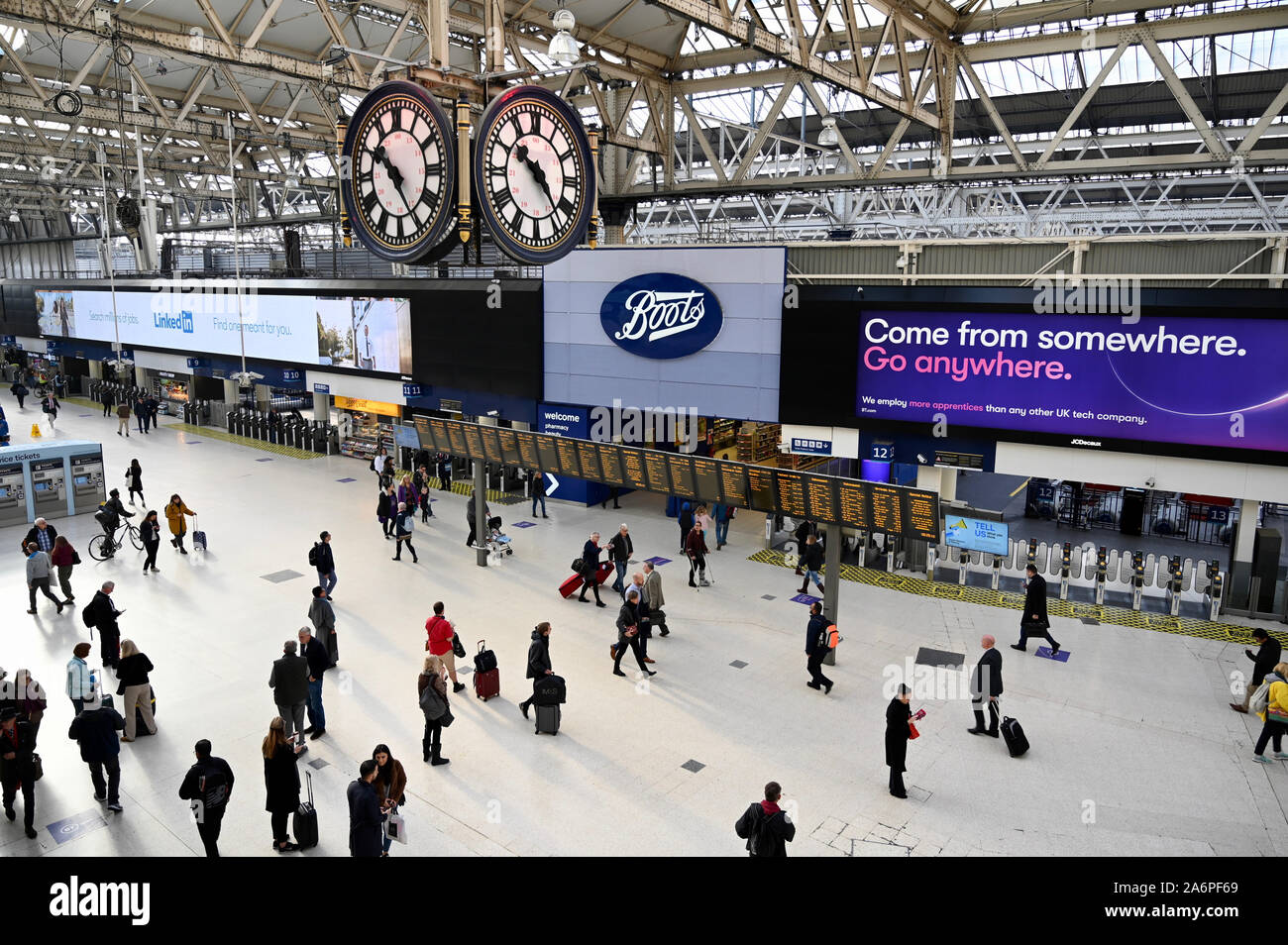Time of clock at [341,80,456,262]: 10:24
